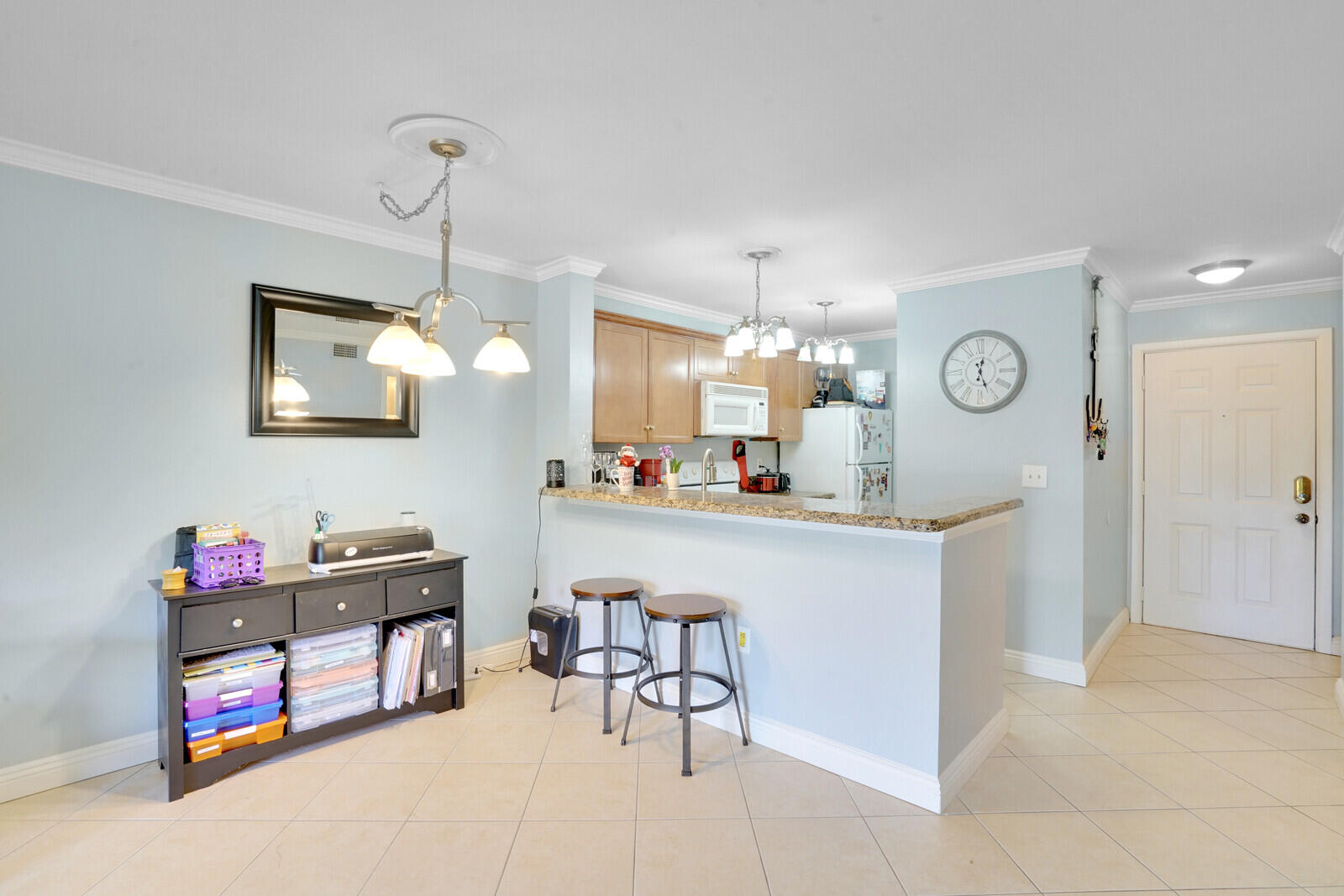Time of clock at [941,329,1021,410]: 12:26
